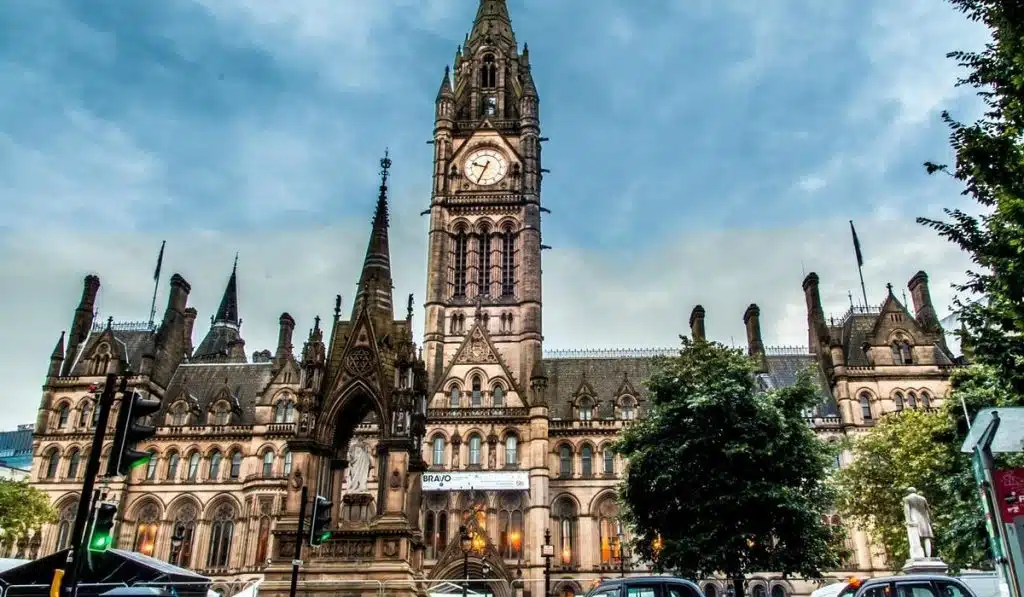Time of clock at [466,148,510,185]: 9:34
